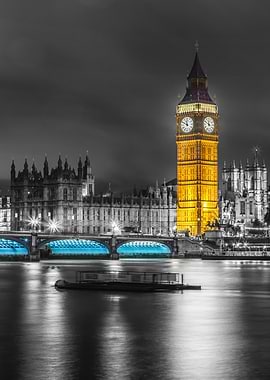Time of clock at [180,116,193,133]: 11:50
